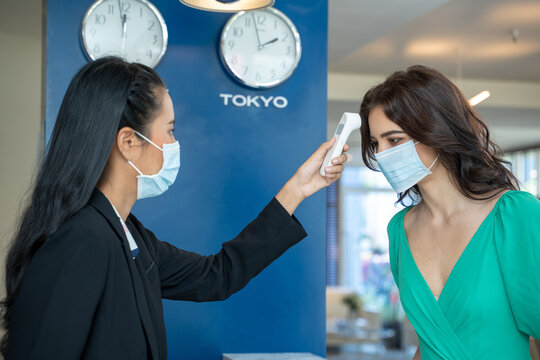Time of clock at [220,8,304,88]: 1:57
